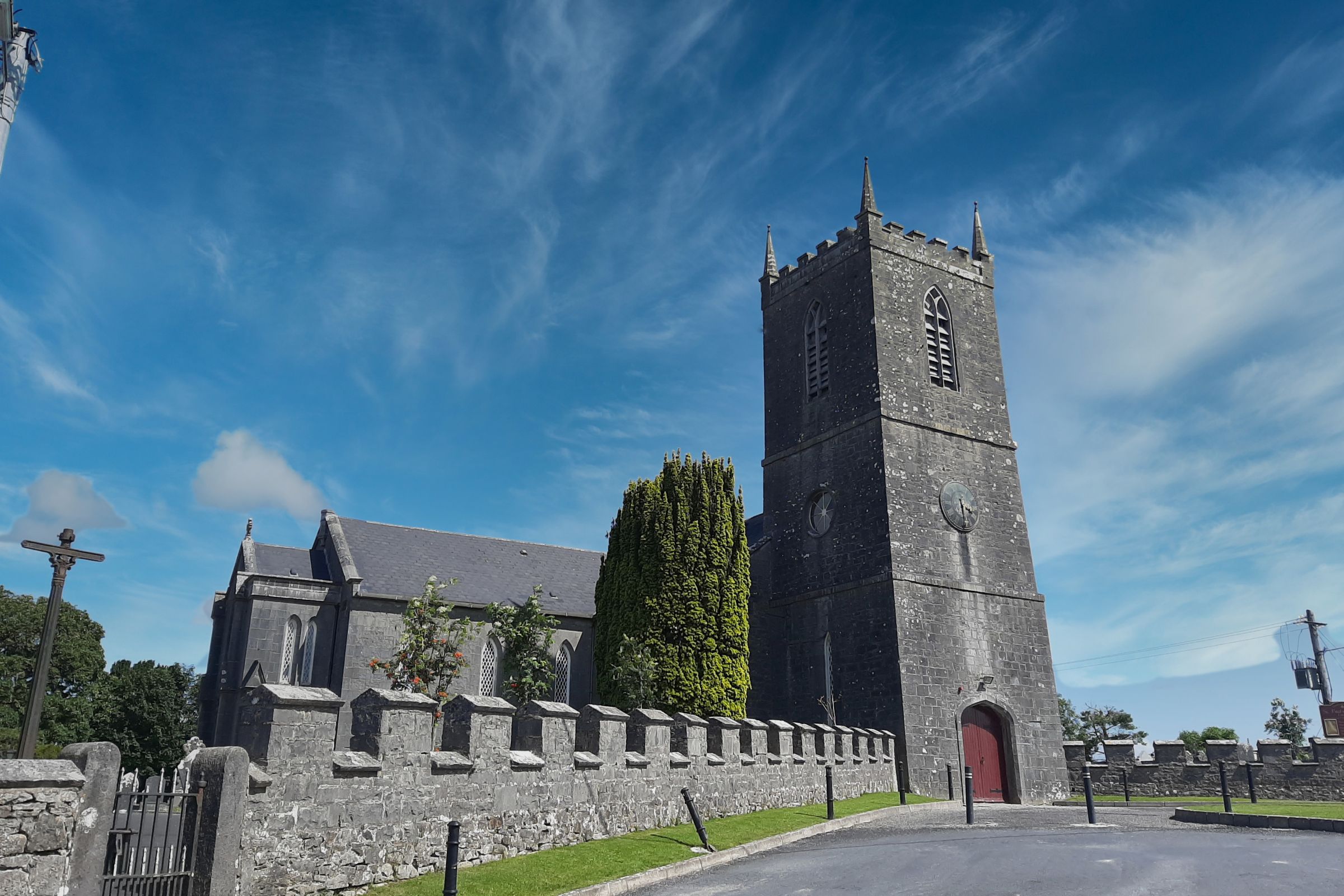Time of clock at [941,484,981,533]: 3:29
